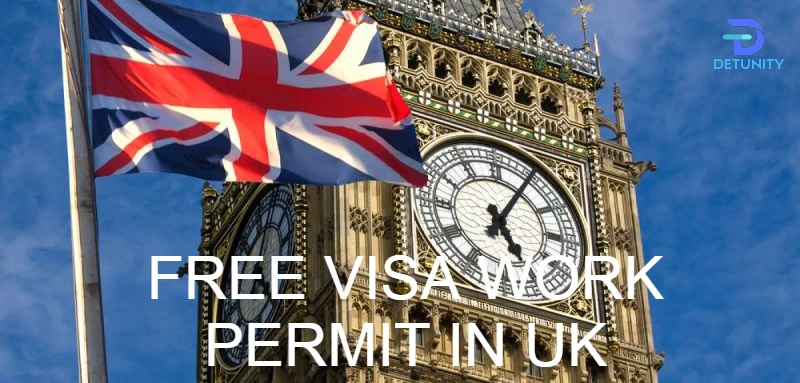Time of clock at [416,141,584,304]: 5:05
